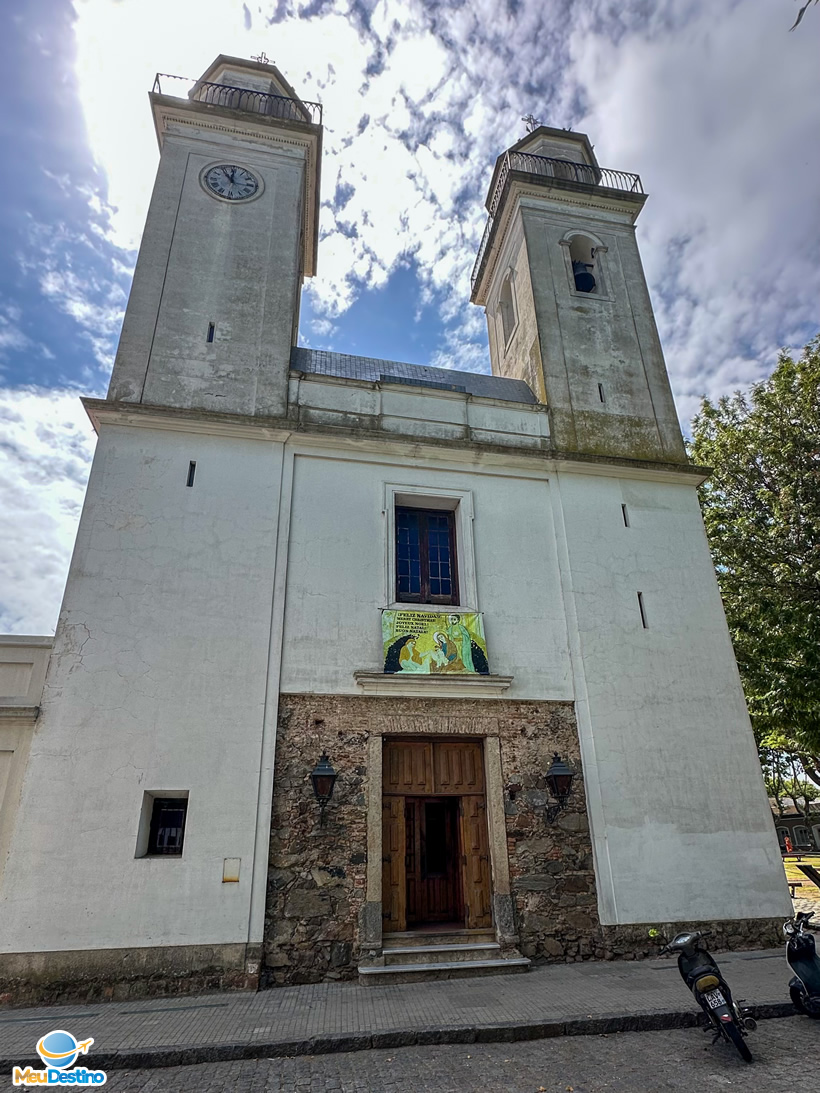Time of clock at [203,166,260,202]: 11:00
